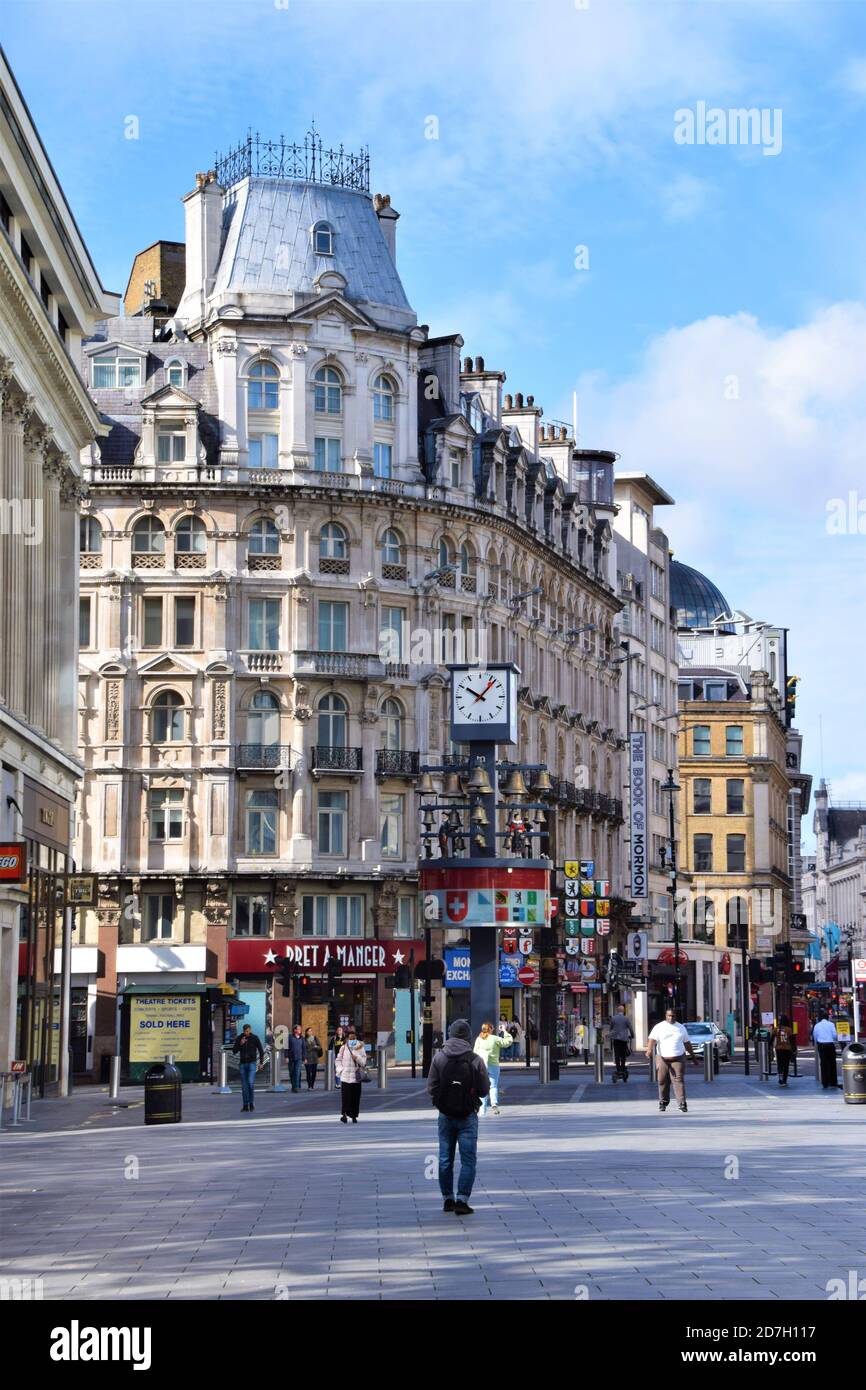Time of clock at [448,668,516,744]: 10:07
